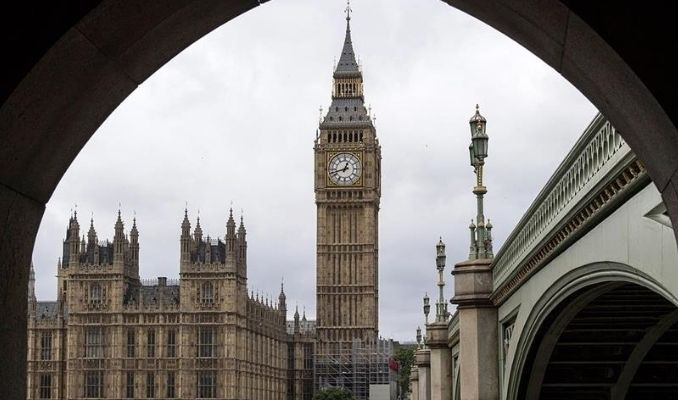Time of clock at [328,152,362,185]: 12:42
